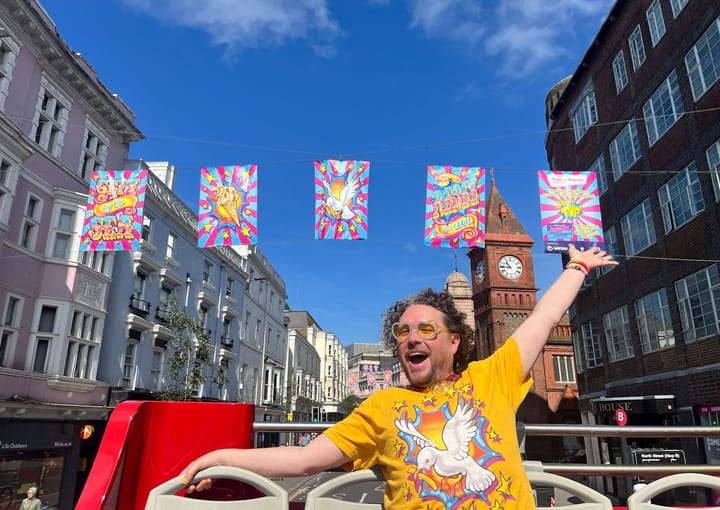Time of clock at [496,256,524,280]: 10:45
